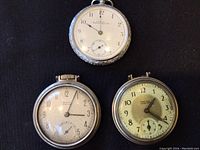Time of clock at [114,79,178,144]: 1:21
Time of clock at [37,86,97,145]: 3:04
